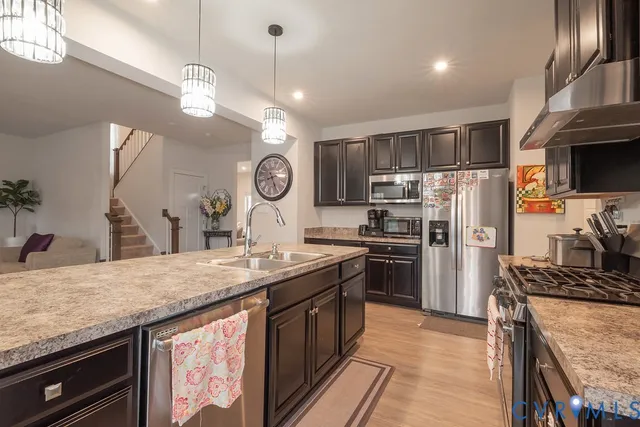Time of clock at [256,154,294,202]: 8:26
